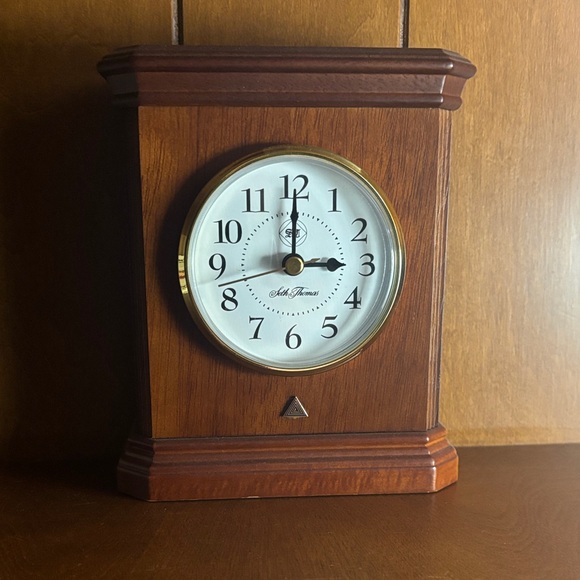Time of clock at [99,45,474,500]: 3:00
